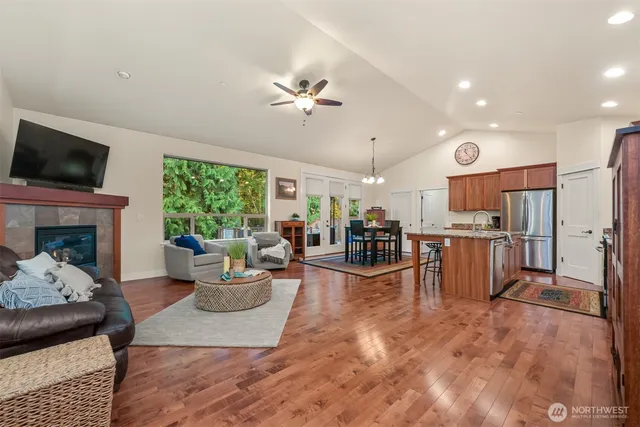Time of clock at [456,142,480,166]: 11:23
